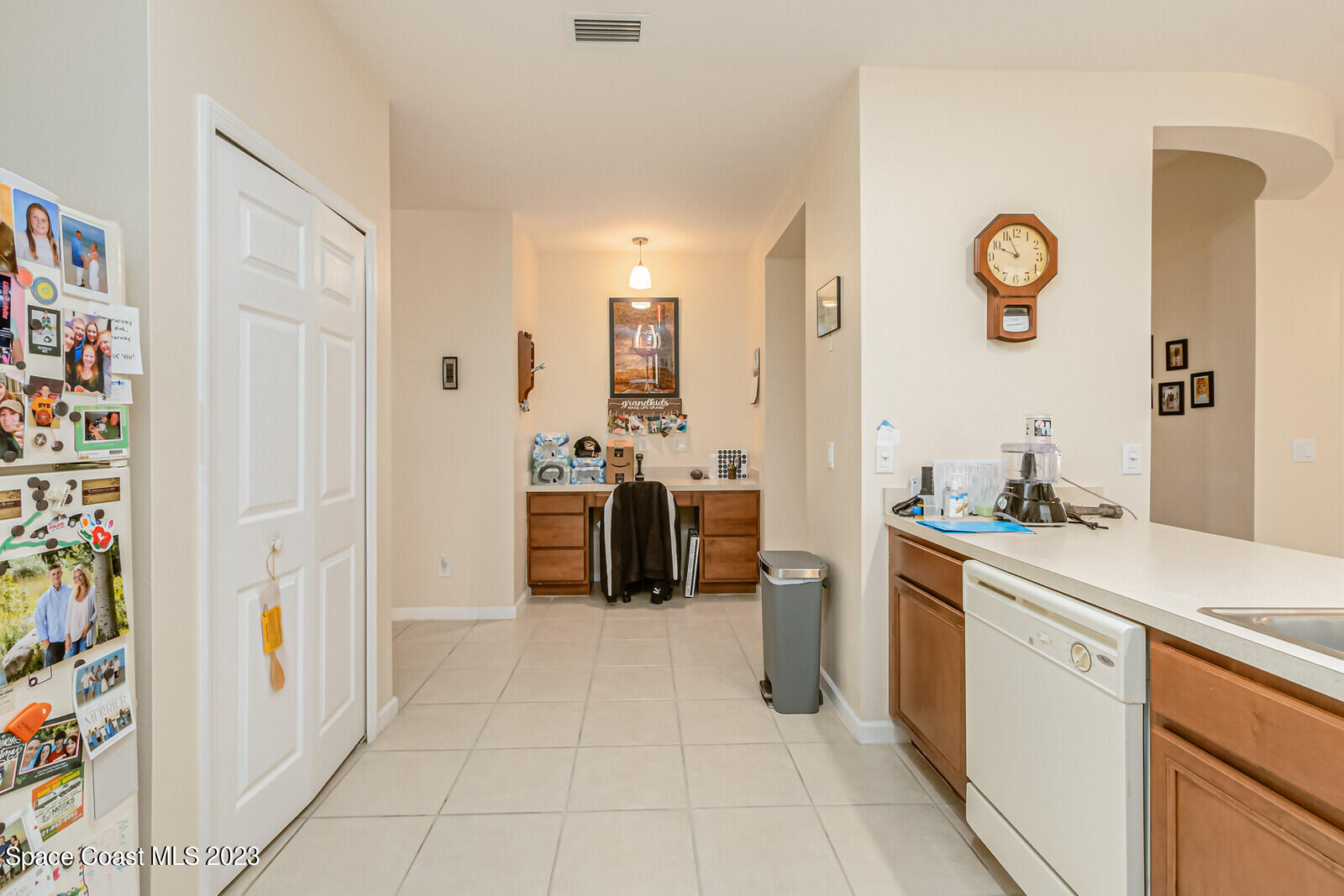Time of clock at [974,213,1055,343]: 9:56
